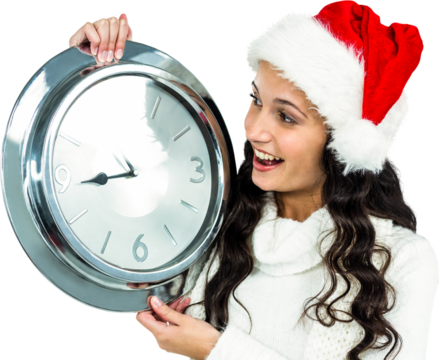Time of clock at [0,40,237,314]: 8:43
